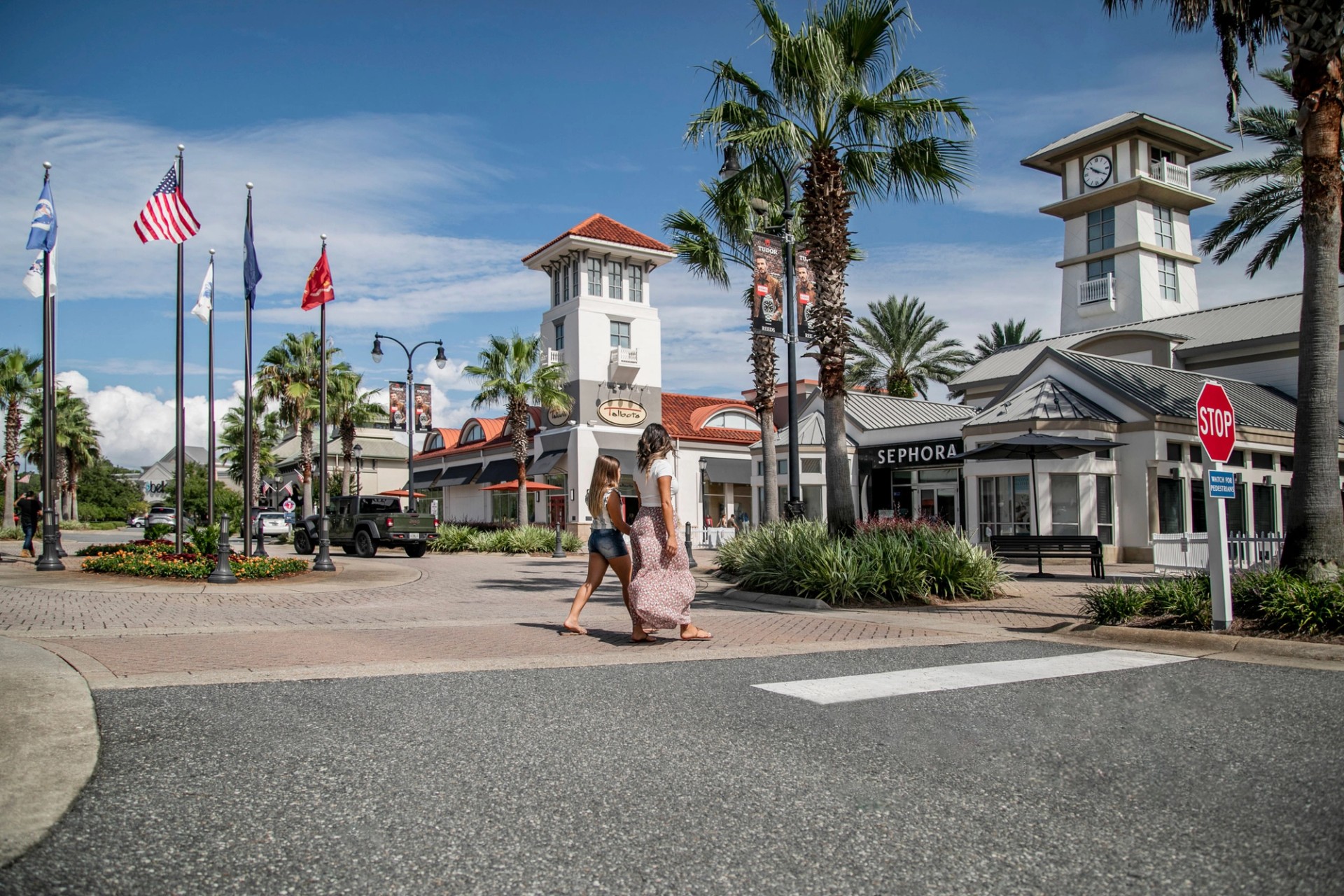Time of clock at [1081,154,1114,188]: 10:19
